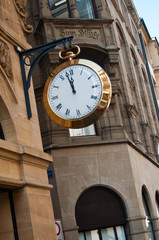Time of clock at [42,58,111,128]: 11:57
